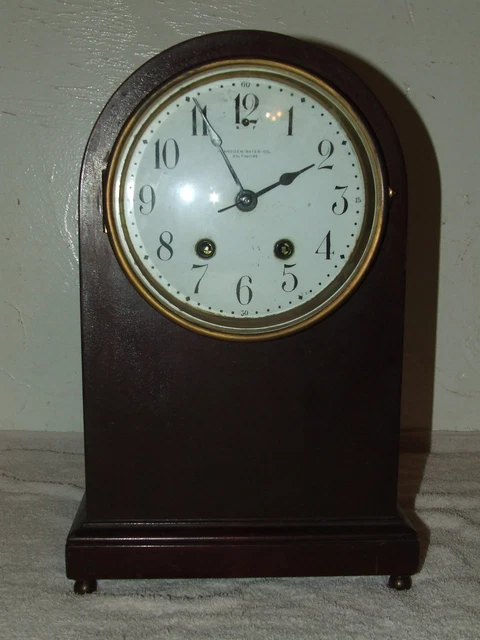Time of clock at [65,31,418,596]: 1:55
